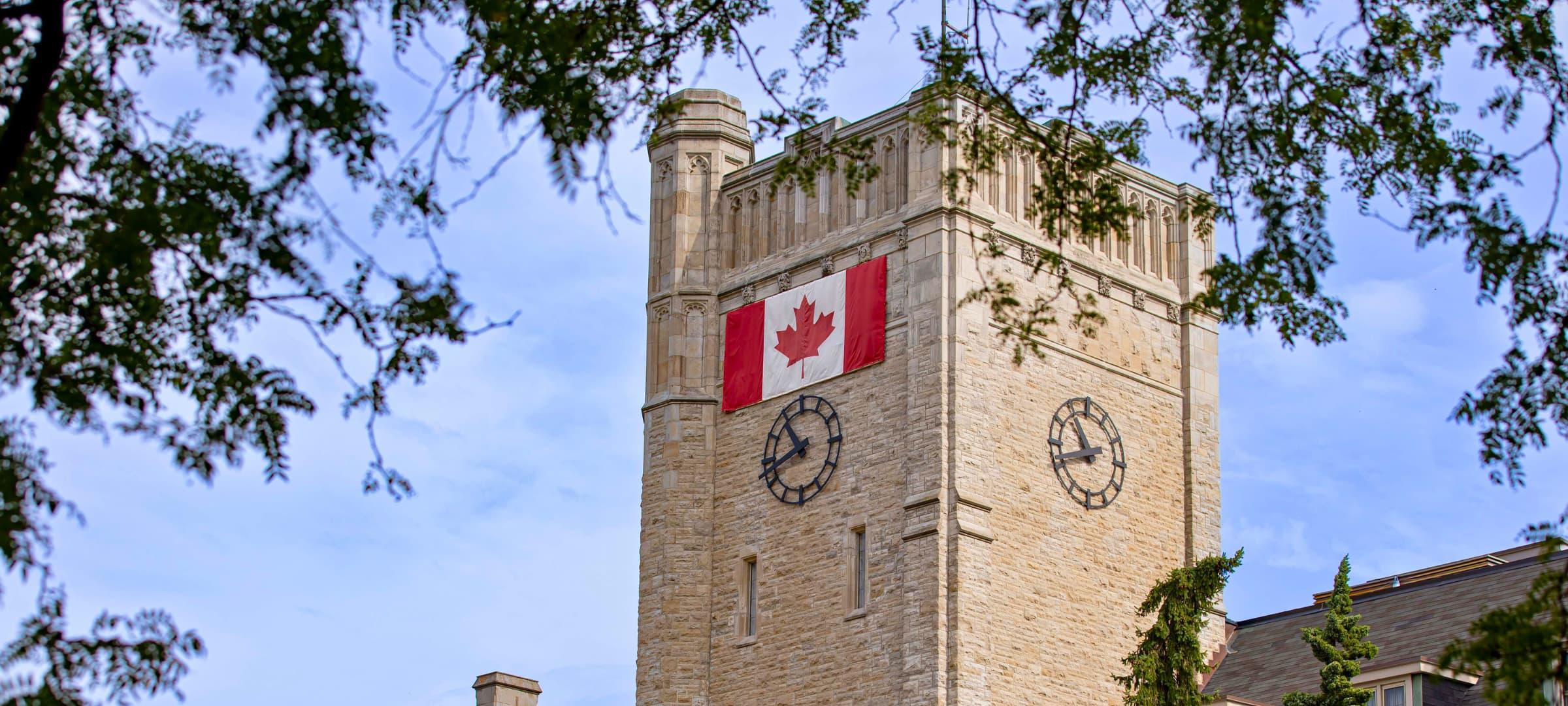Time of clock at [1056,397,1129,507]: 10:41
